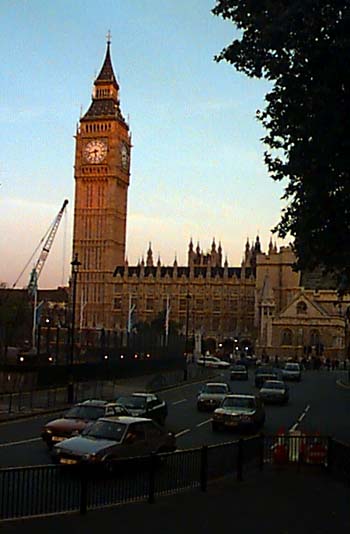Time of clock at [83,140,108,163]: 5:42
